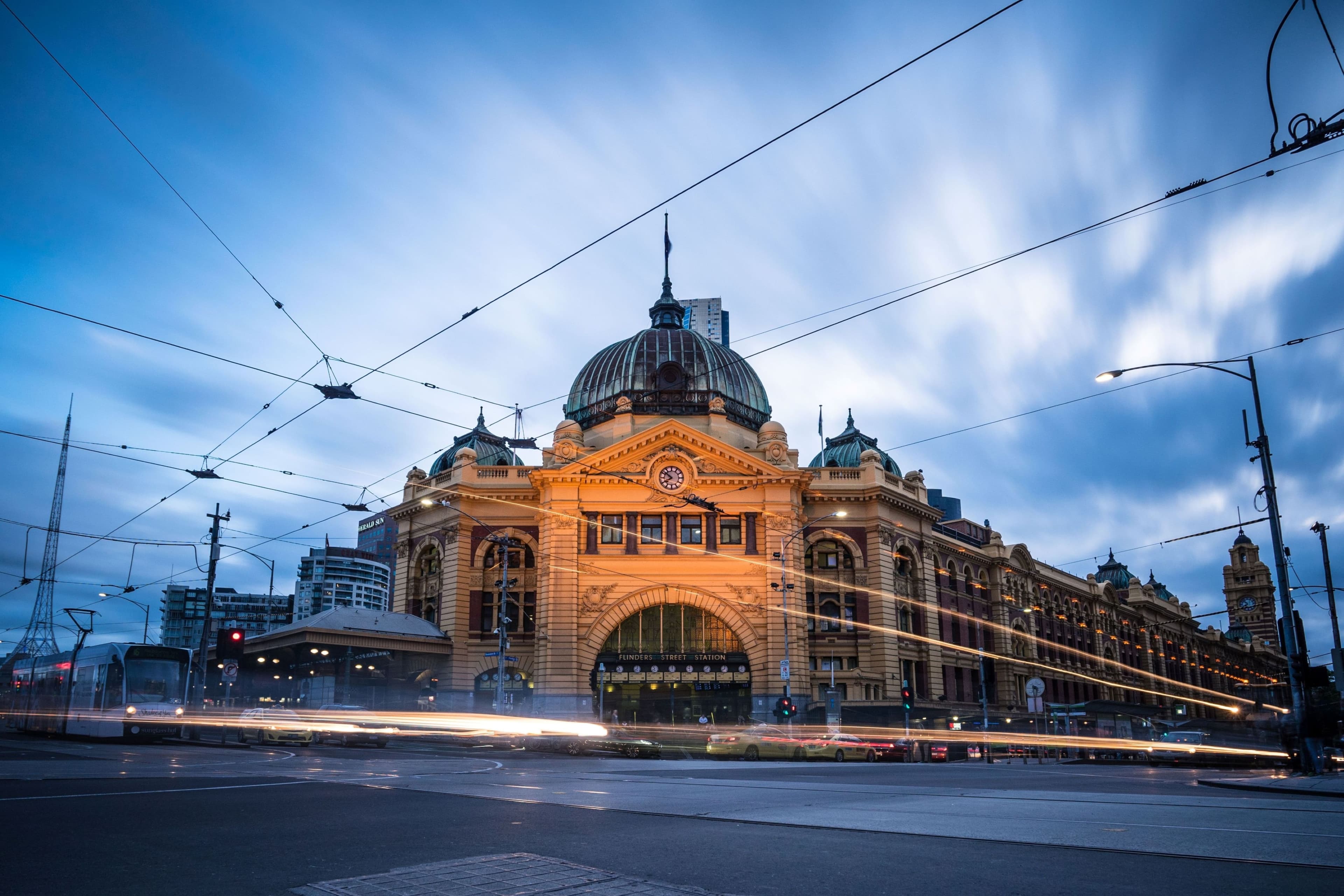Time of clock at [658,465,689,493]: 7:51
